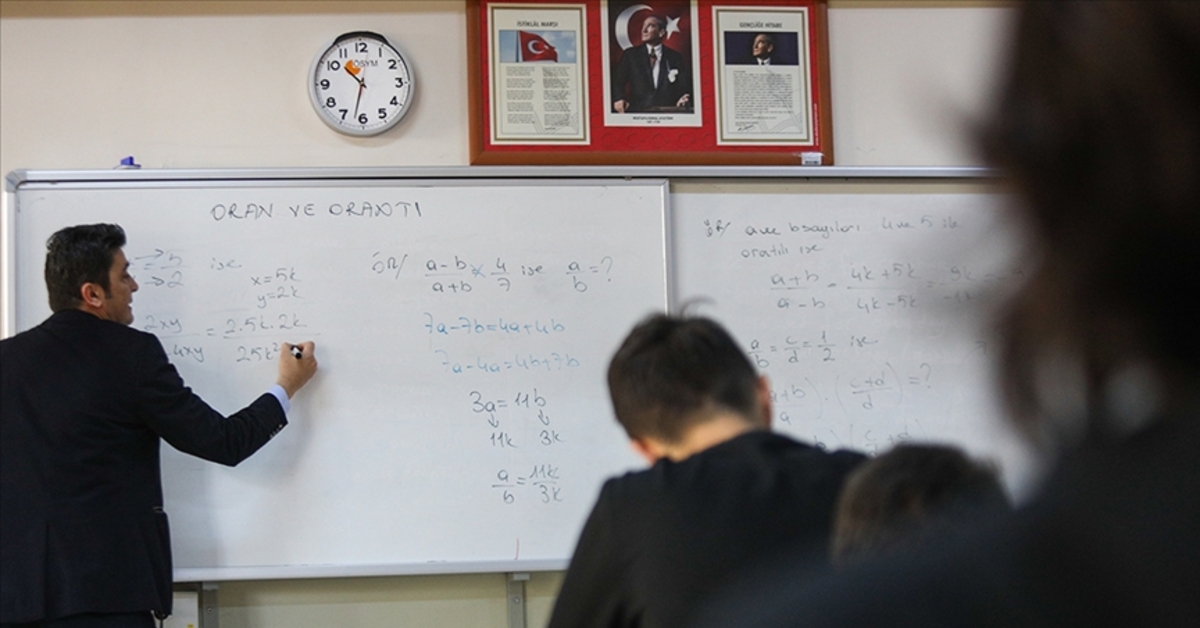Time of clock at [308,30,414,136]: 10:32
